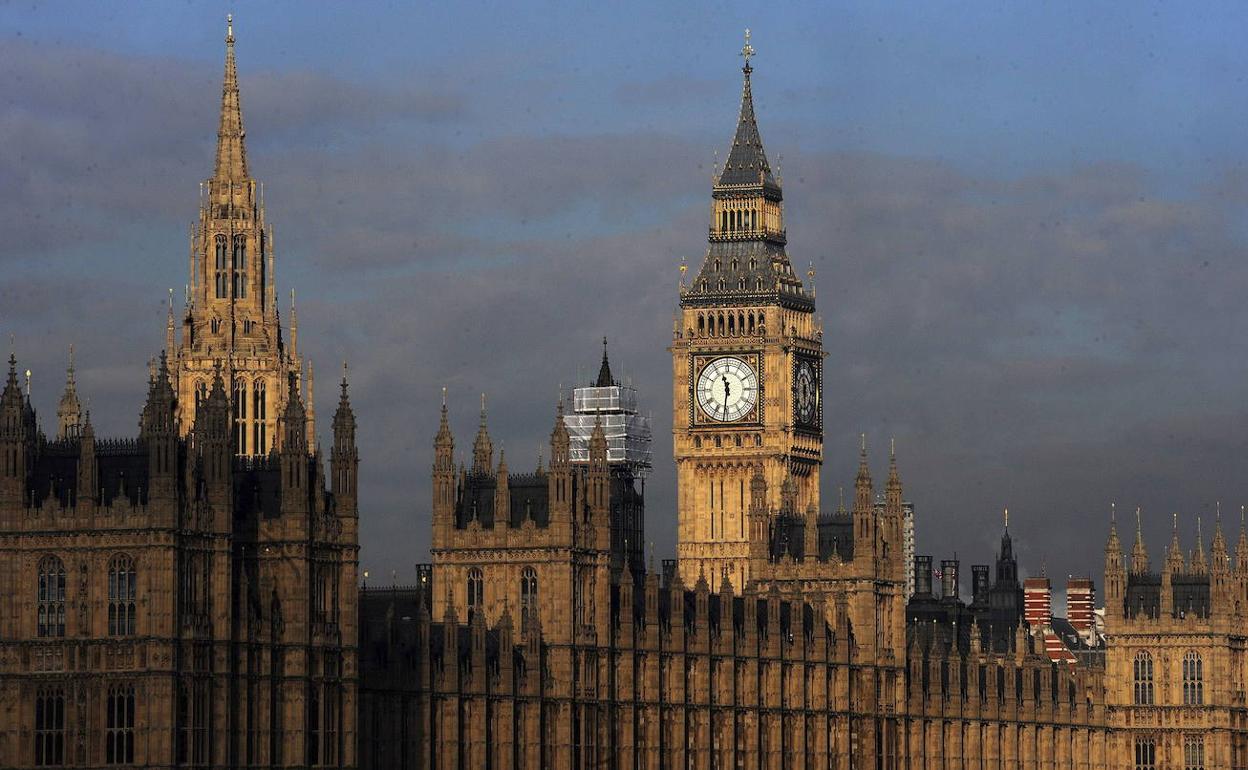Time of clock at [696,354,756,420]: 11:31
